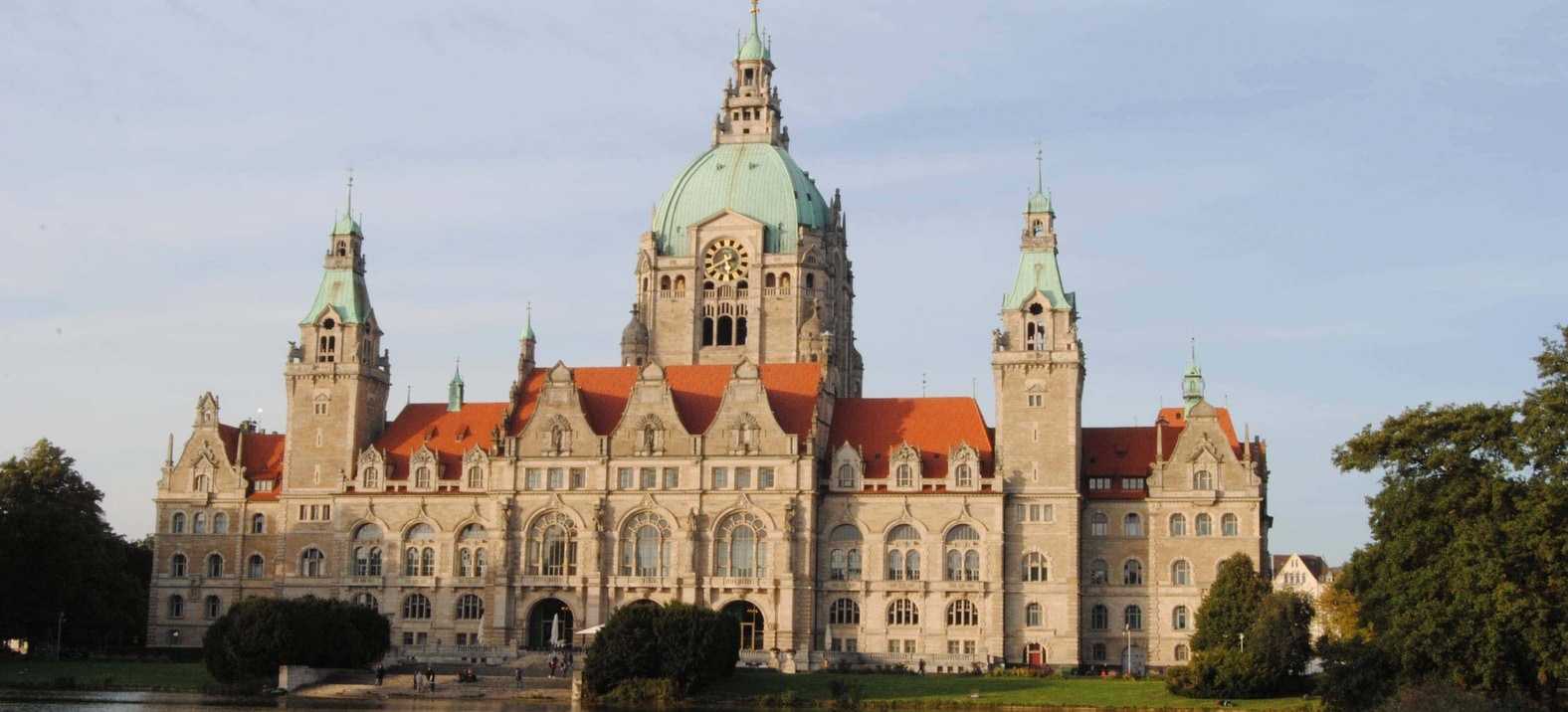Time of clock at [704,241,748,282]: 5:40
